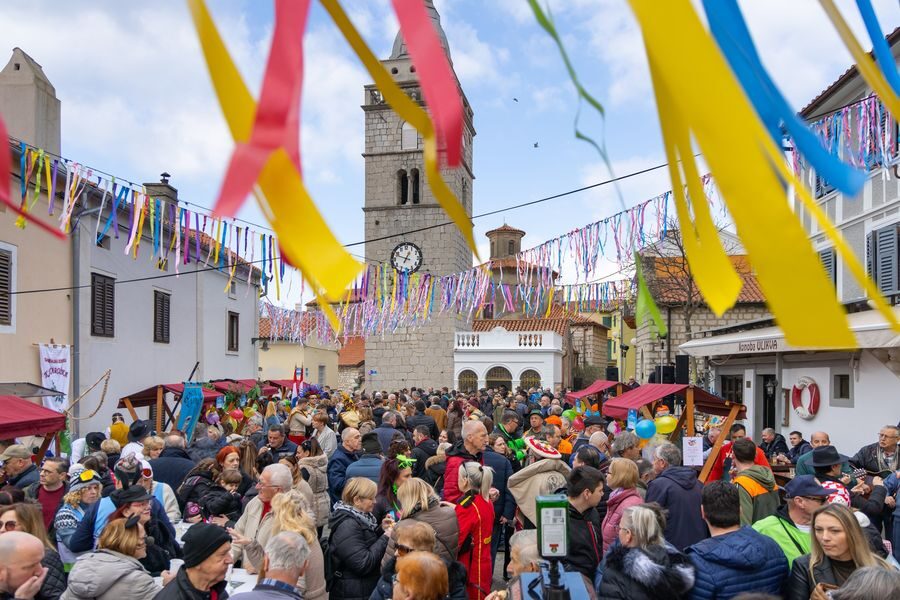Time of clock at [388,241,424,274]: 12:48
